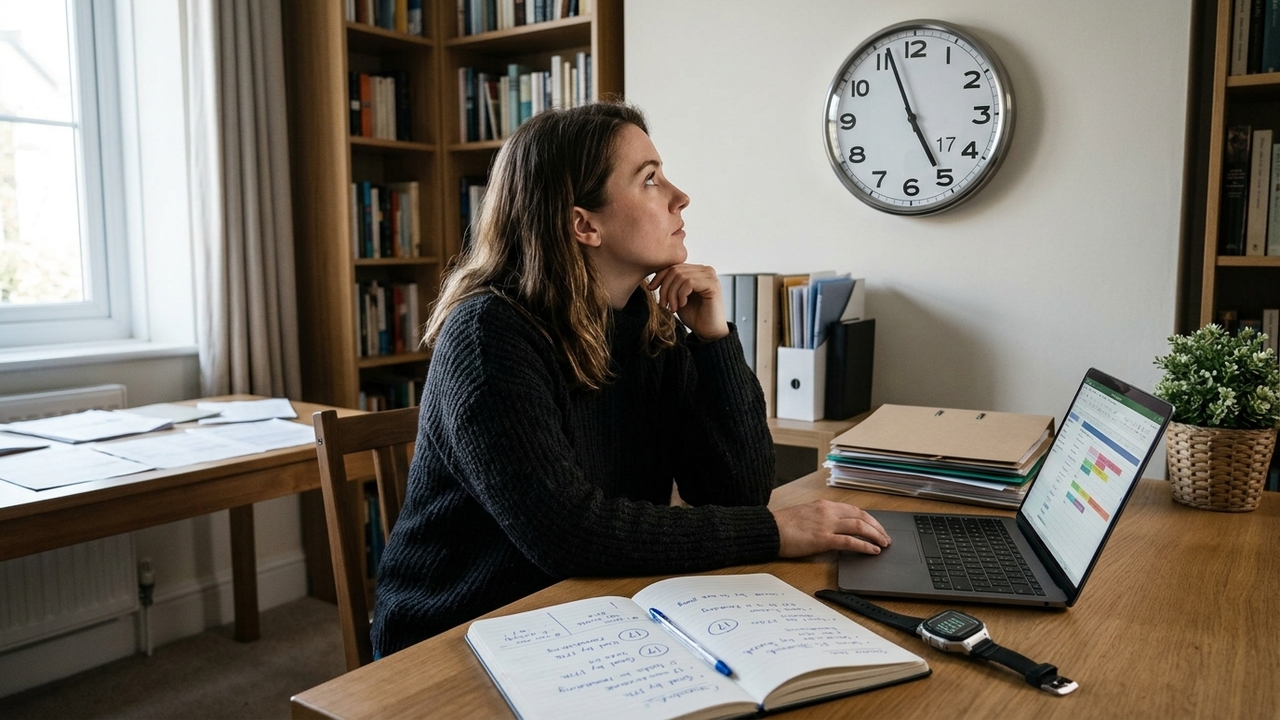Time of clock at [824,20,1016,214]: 4:56
